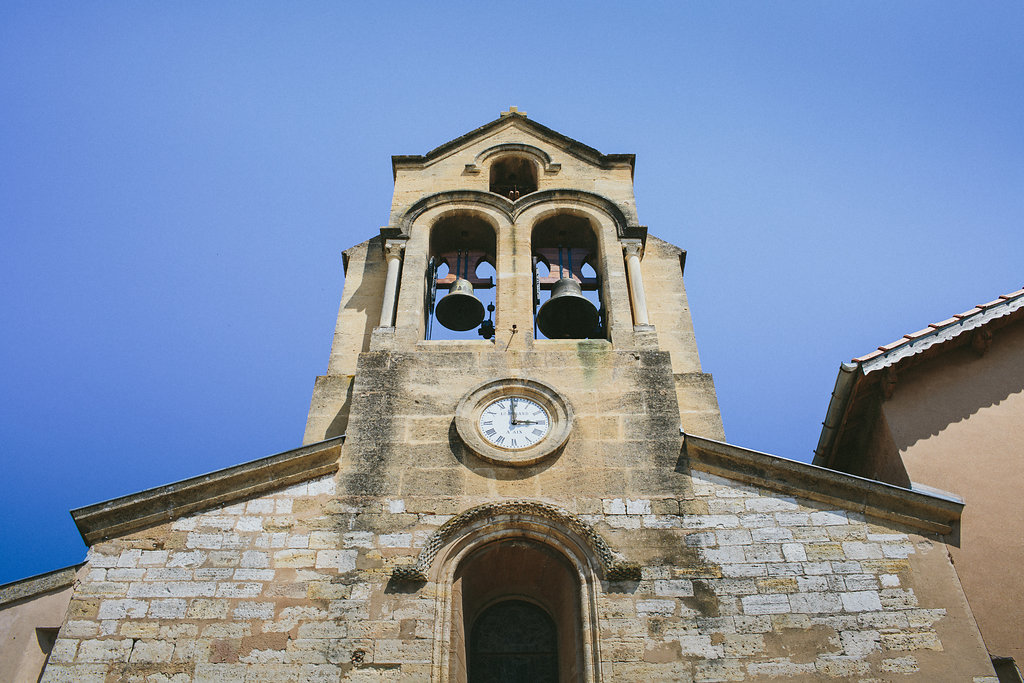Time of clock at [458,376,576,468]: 2:59
